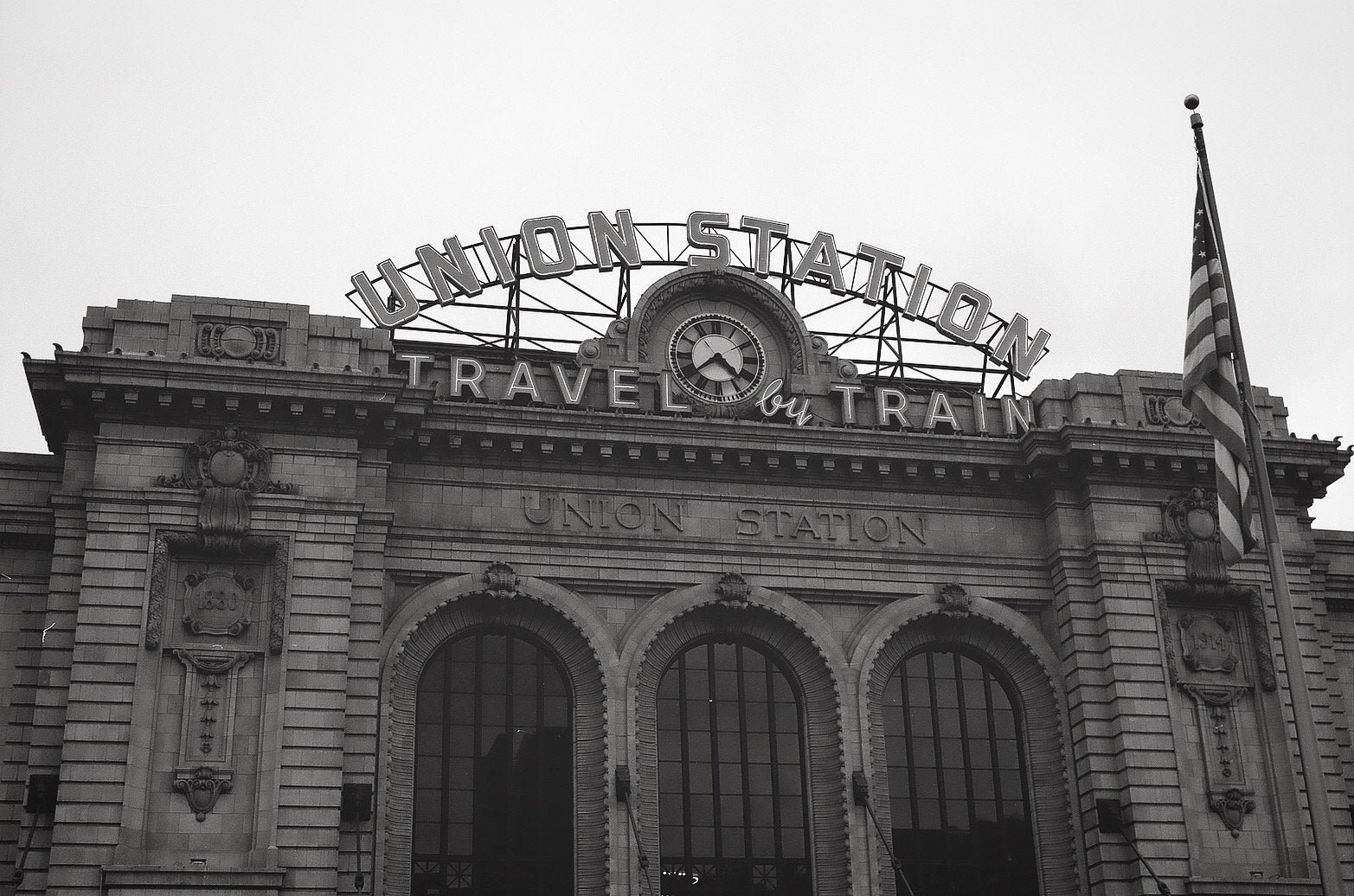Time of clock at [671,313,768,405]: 4:38
